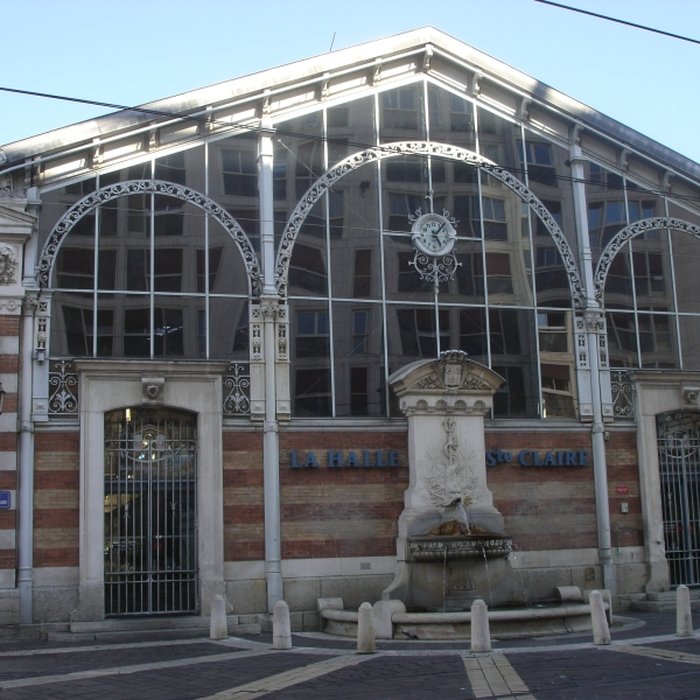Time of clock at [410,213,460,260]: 5:06
